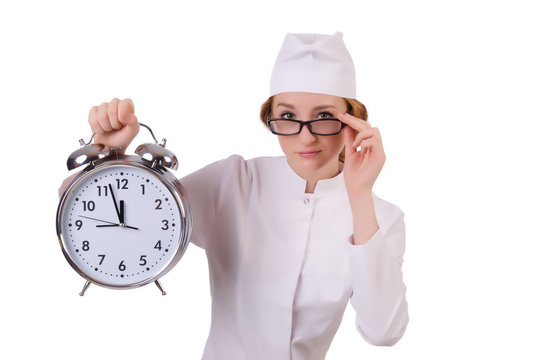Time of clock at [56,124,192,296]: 11:57
